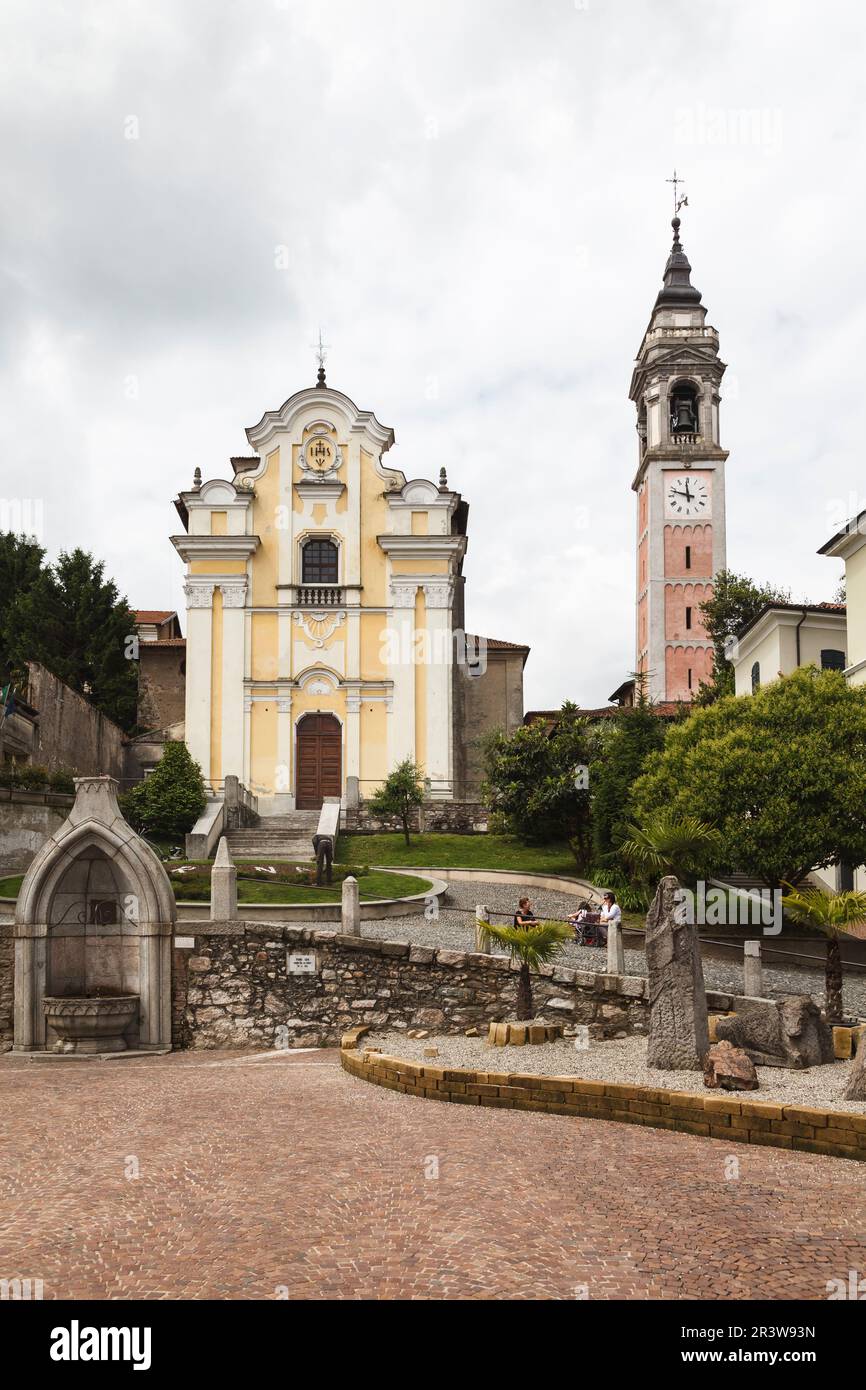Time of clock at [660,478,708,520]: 11:47
